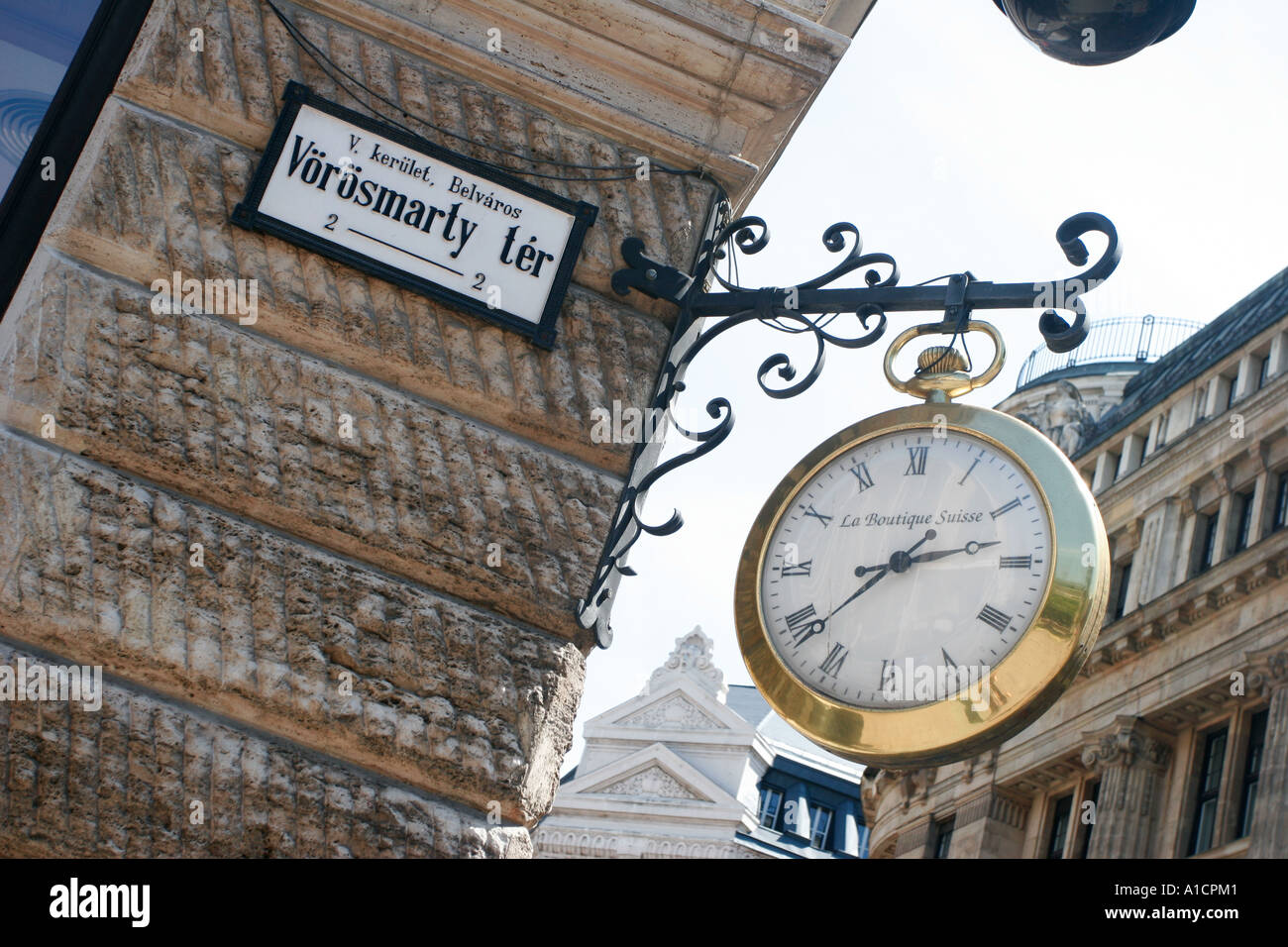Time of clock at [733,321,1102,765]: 2:38
